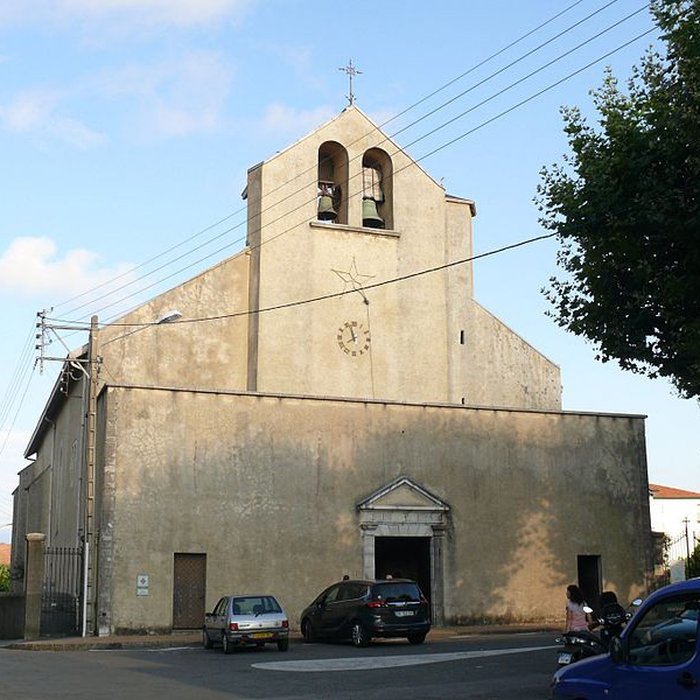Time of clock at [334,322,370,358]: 7:57
